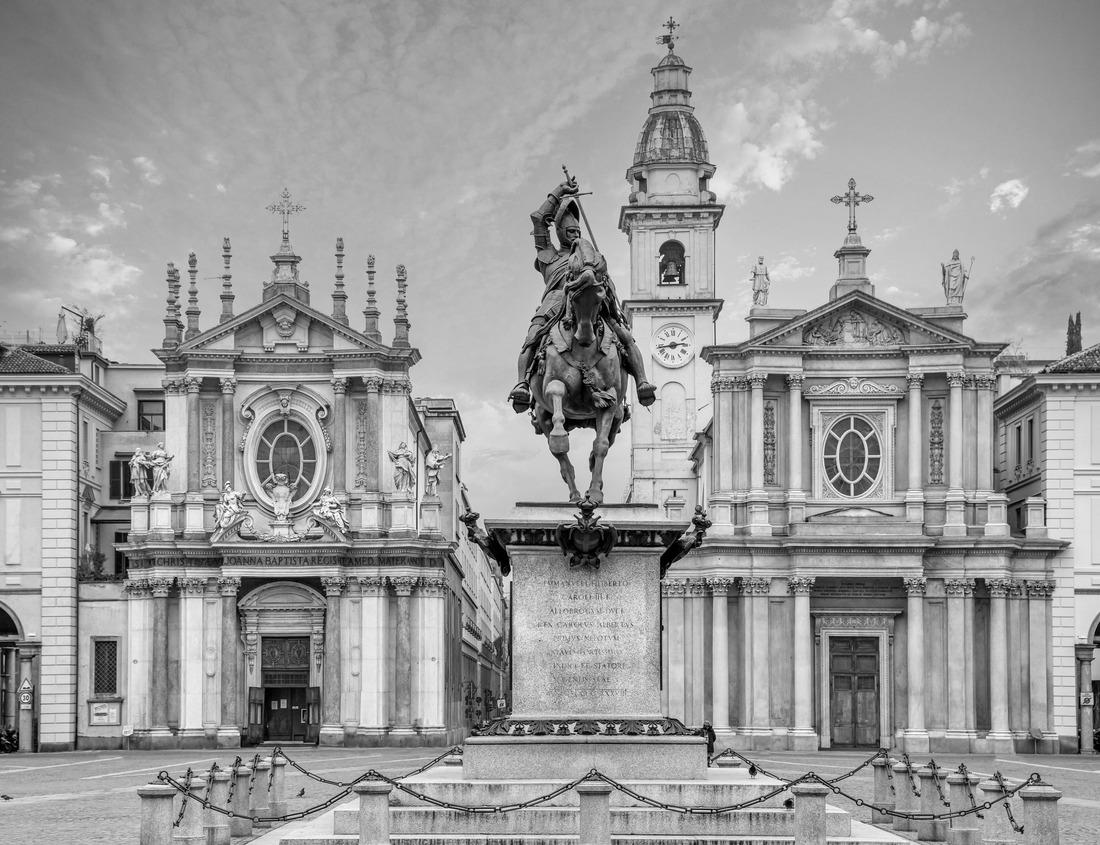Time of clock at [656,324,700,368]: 2:43
